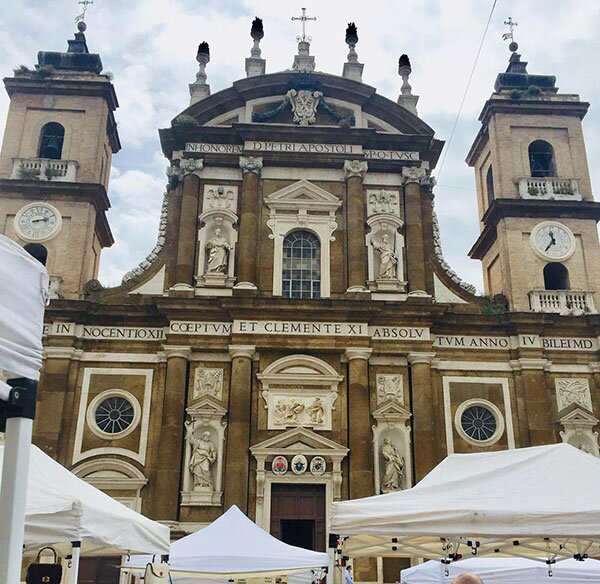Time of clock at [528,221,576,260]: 11:35
